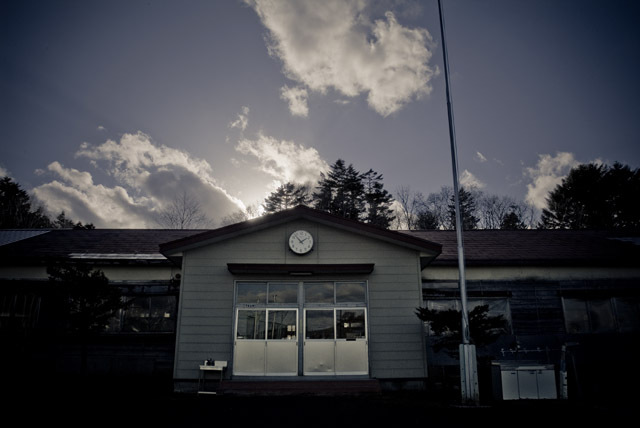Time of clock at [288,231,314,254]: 1:52
